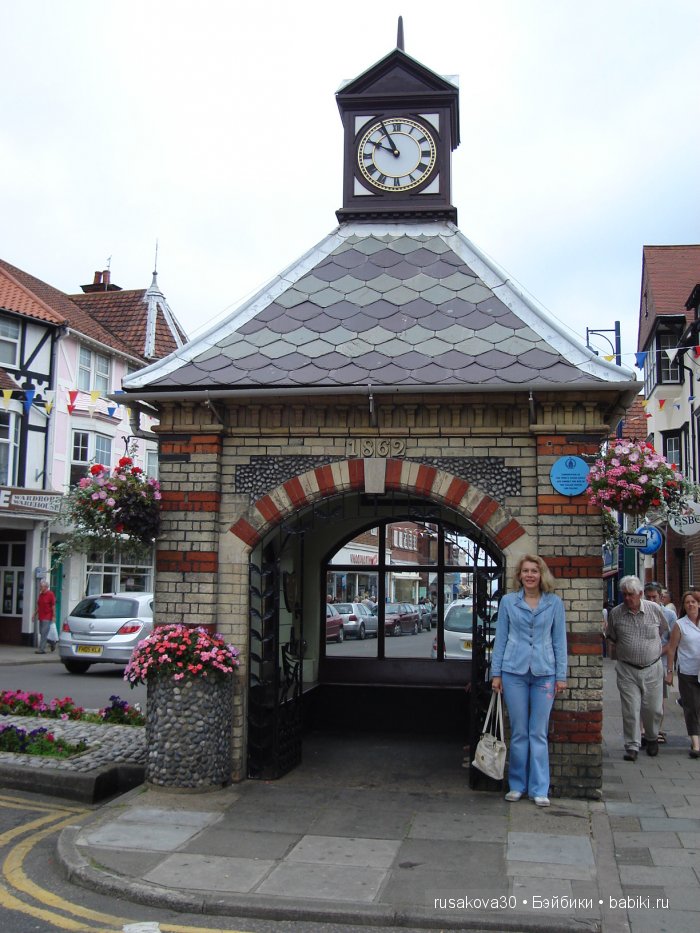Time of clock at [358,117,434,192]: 9:55
